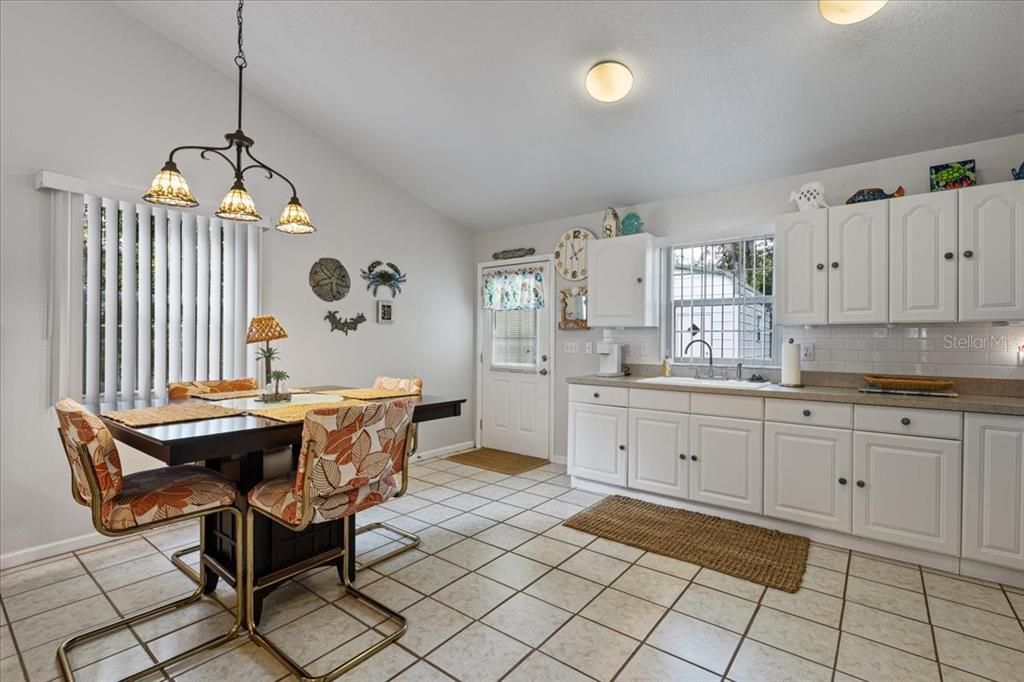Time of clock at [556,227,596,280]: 1:56
